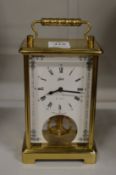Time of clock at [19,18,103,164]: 8:14
